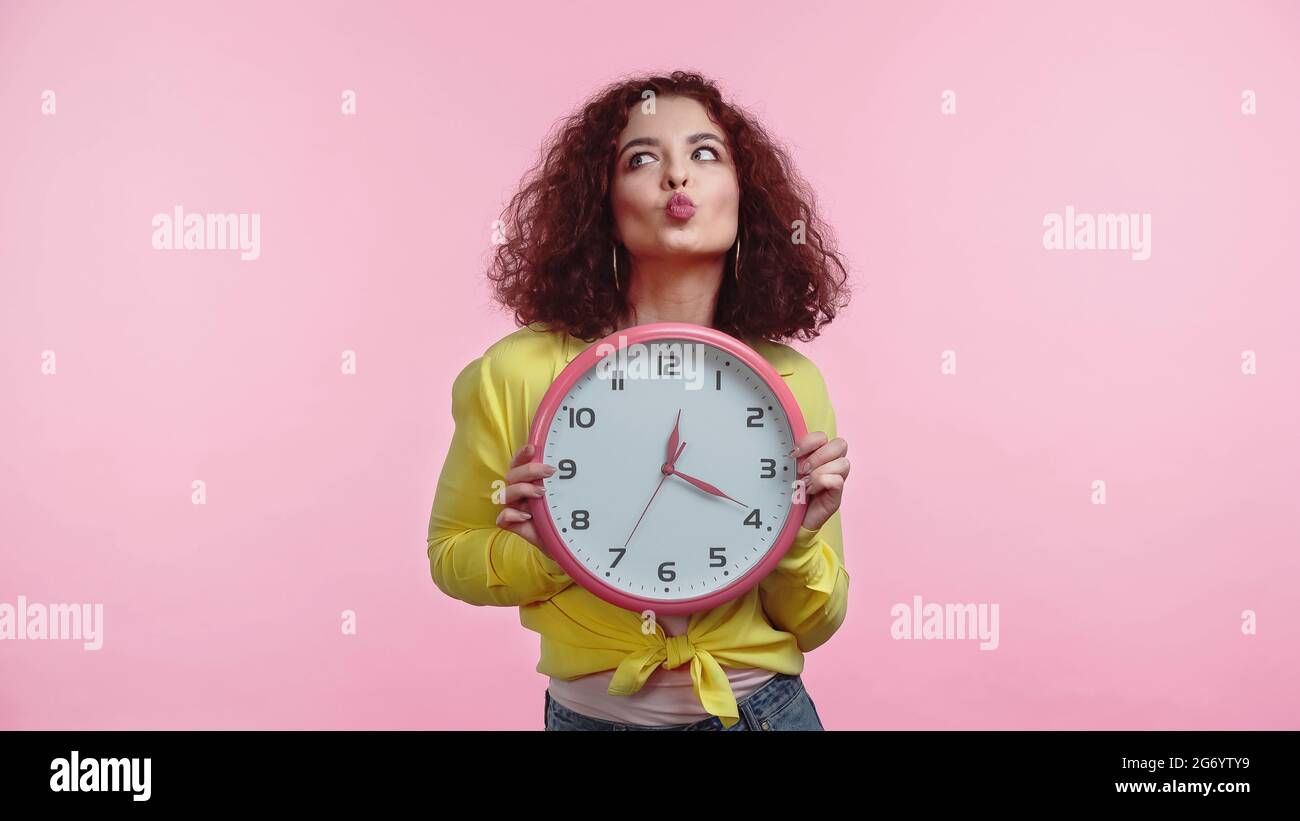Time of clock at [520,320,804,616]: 12:19
